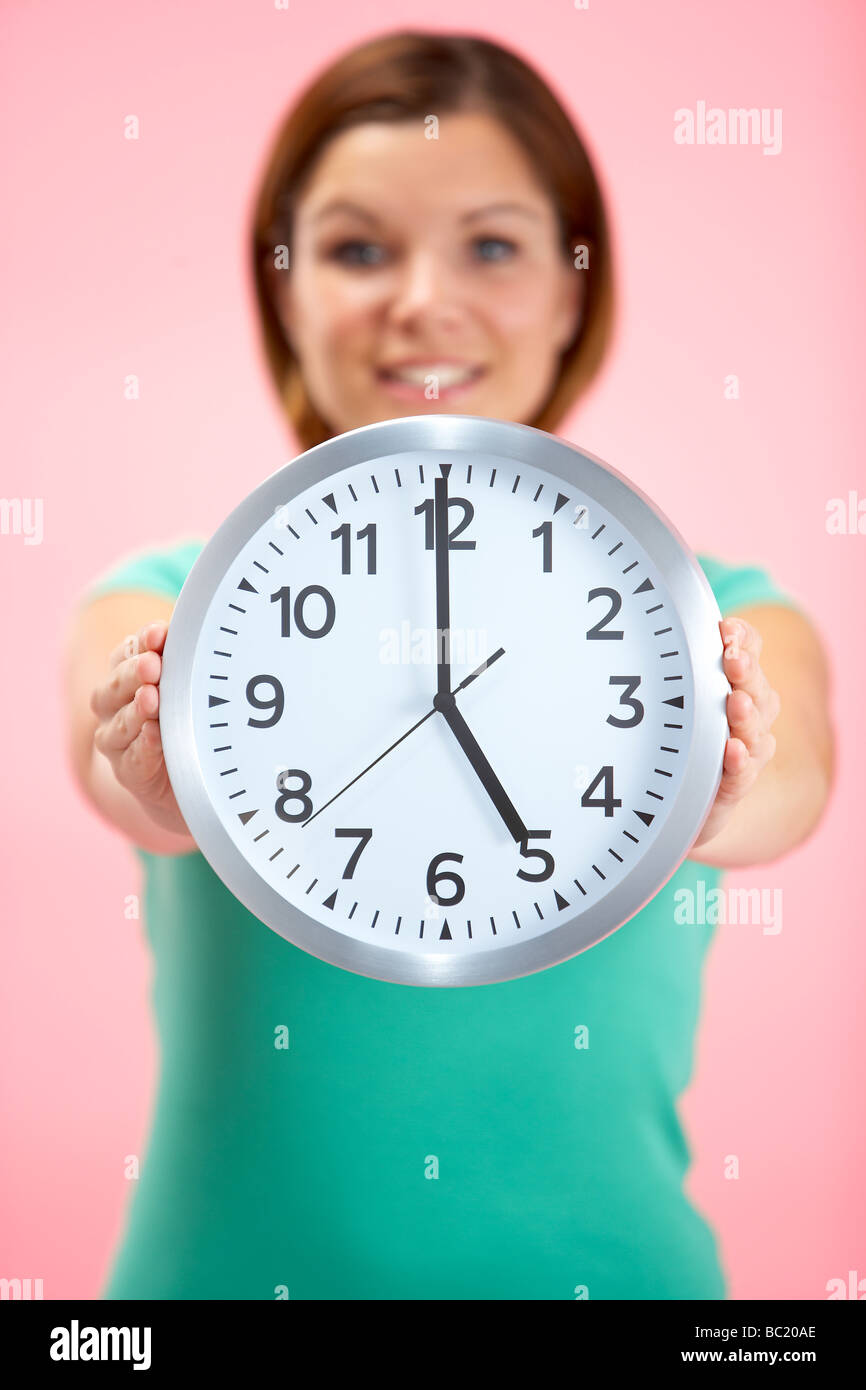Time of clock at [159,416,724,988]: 4:59
